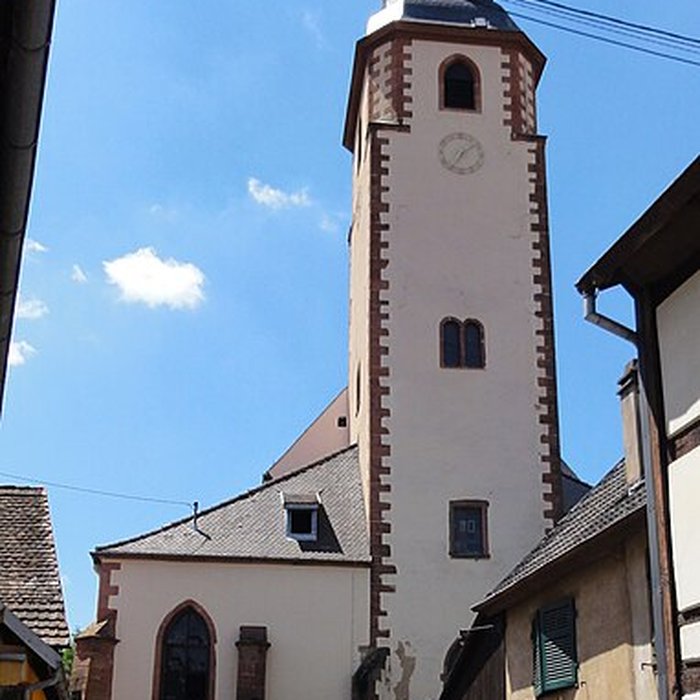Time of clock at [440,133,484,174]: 7:08
